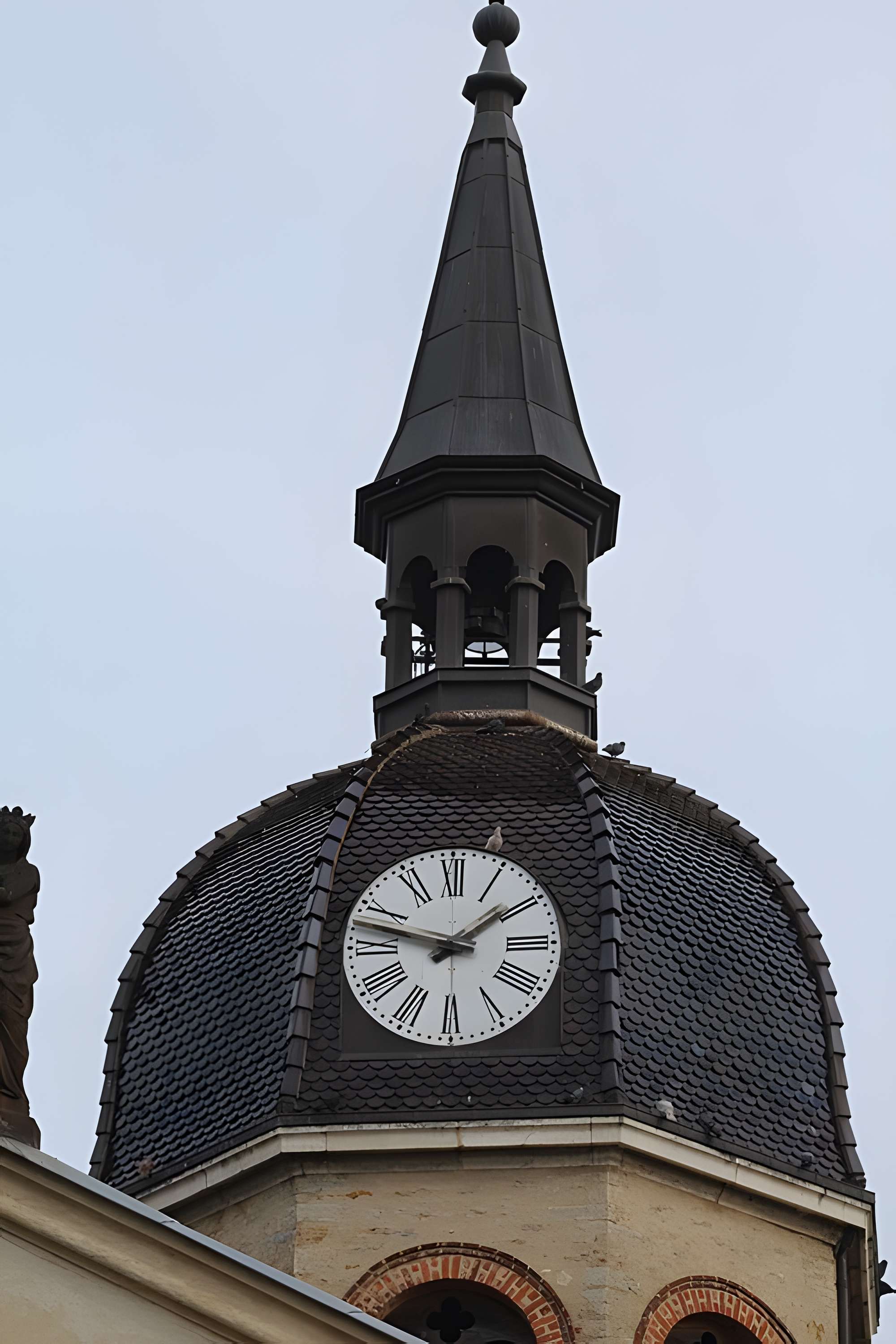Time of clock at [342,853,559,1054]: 1:47
